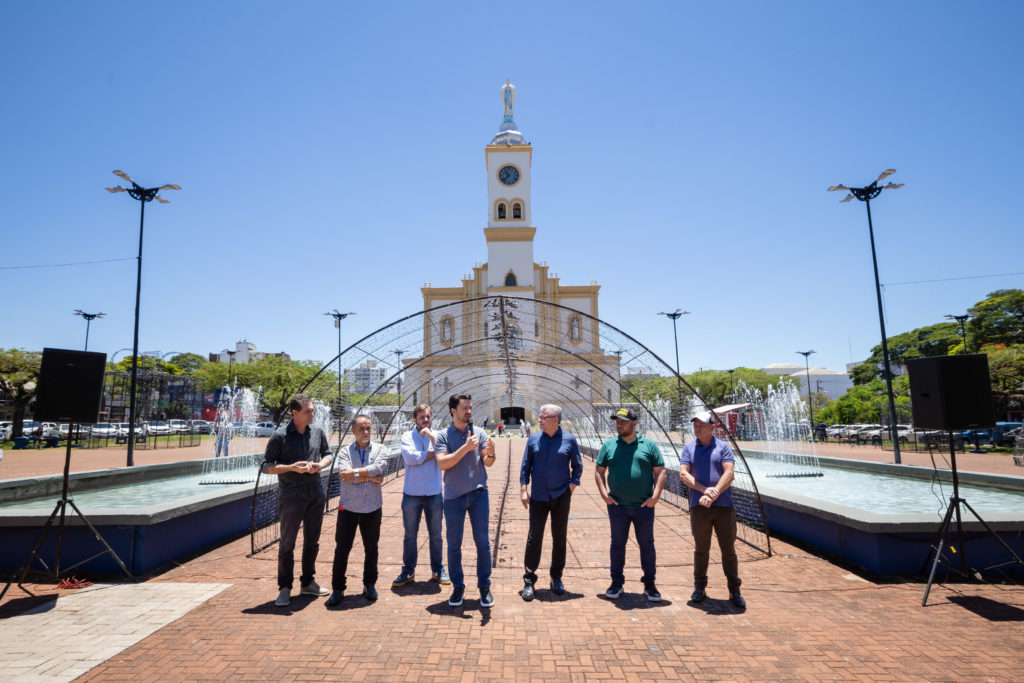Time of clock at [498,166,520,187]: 10:37
